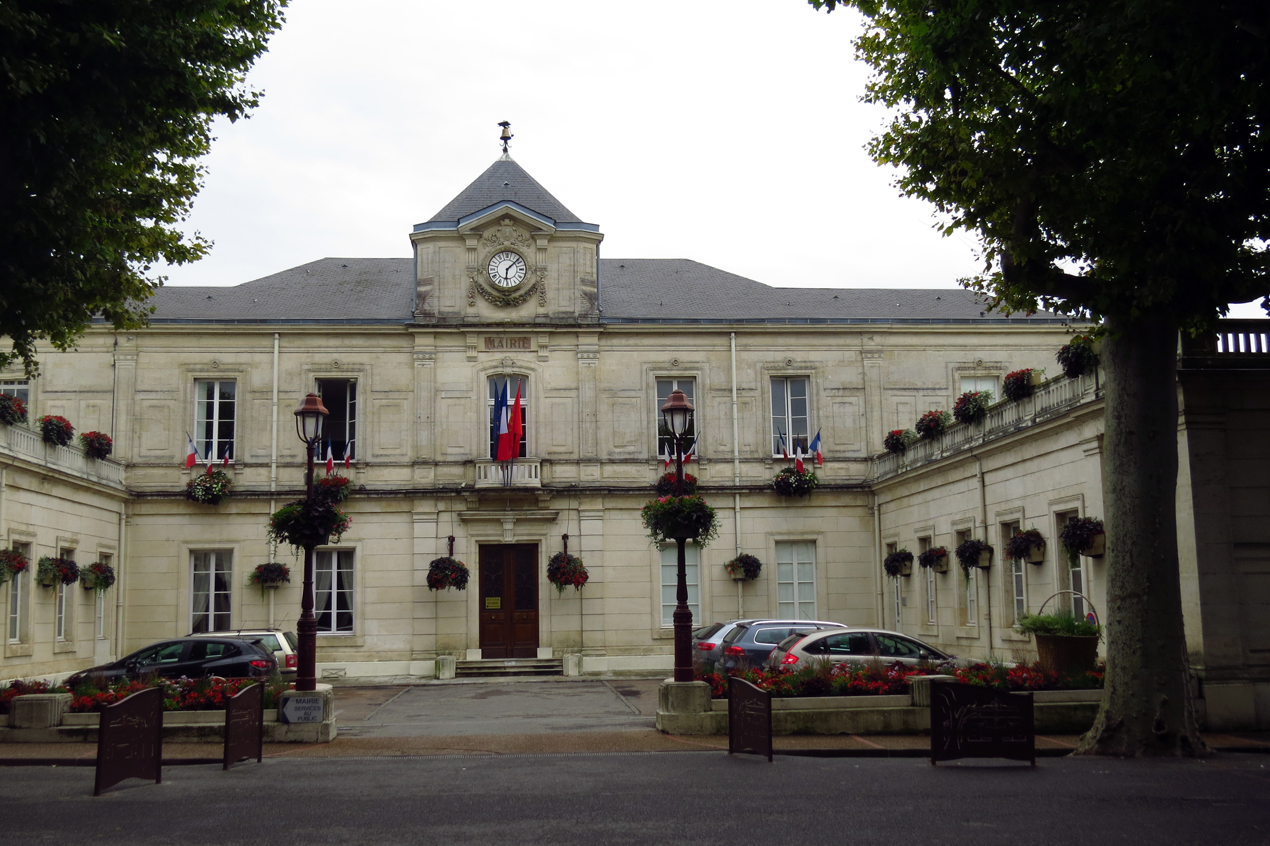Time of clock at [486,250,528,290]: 6:08
